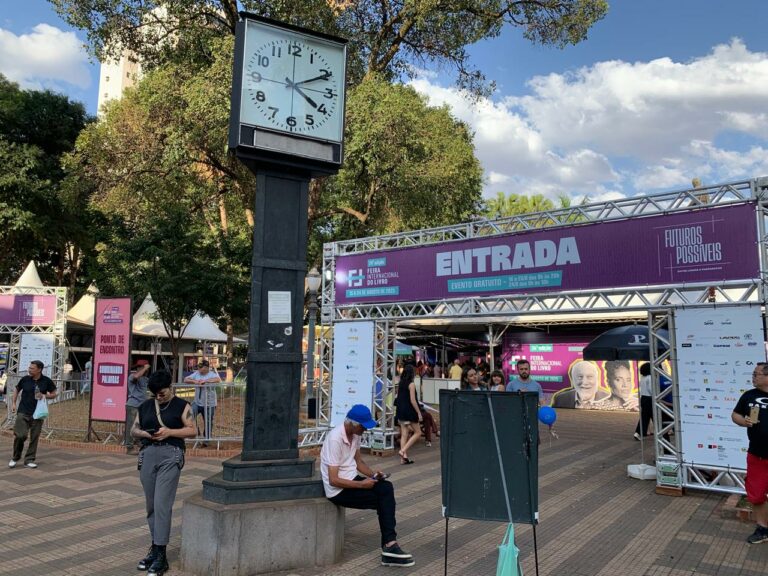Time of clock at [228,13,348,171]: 4:10
